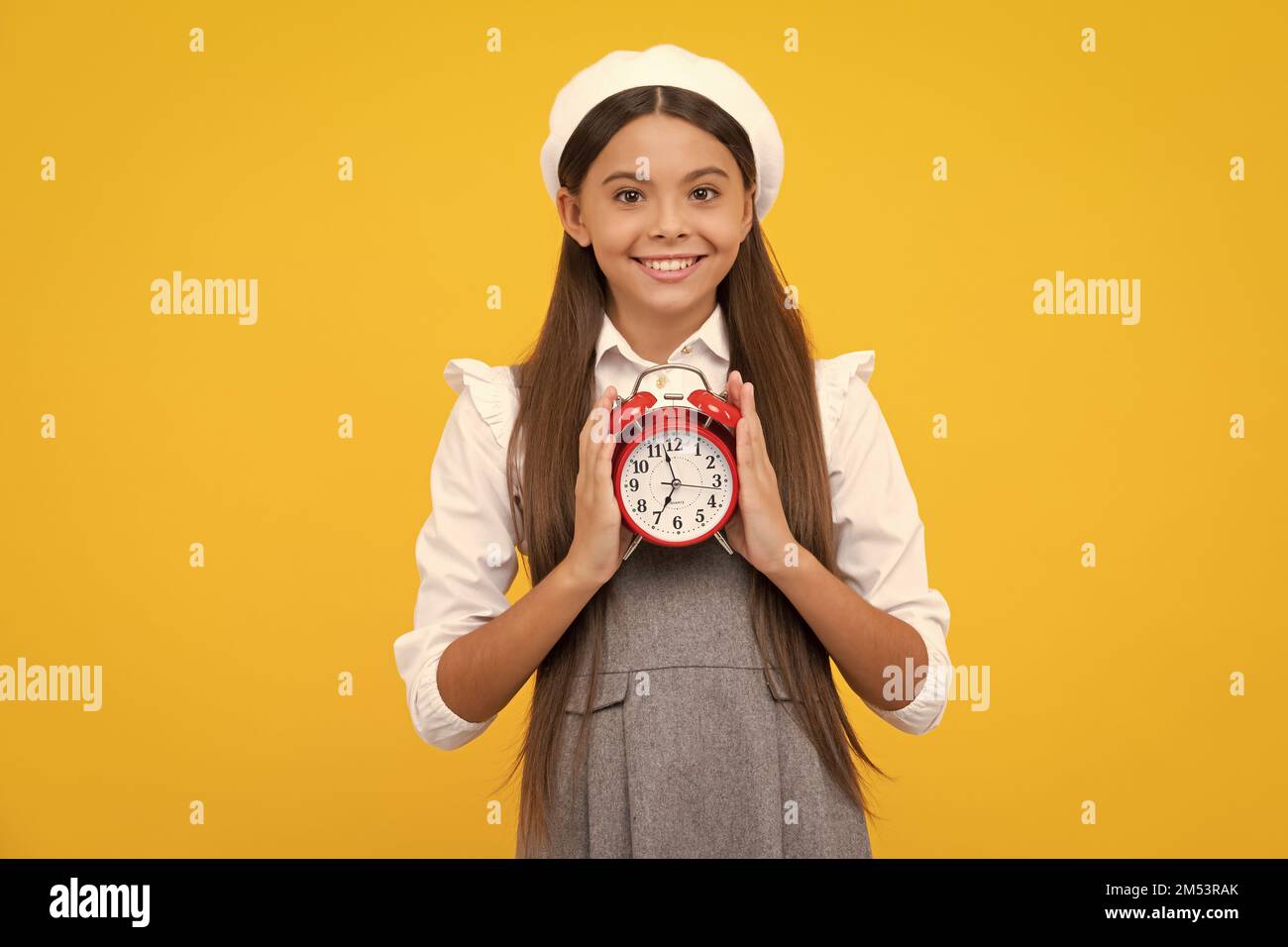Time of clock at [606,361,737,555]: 6:57
